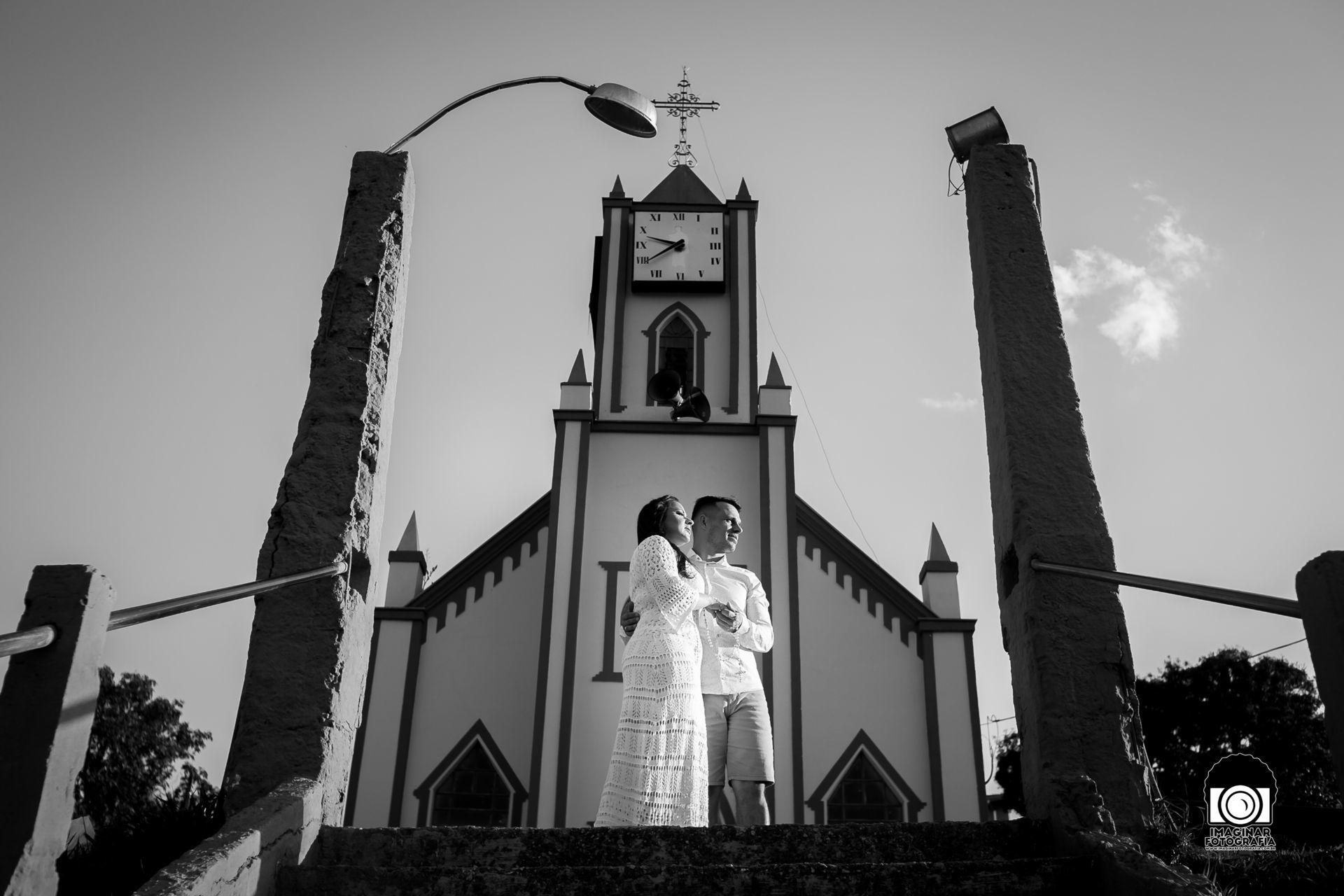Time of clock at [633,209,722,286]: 9:39
